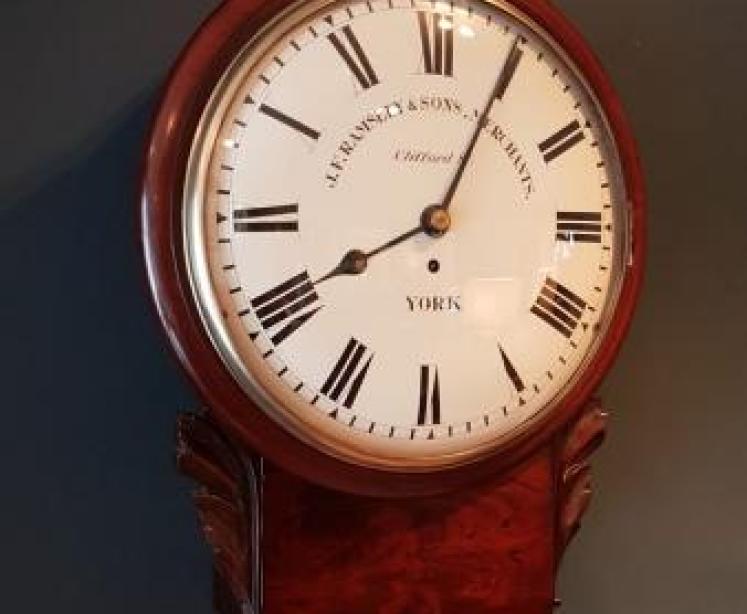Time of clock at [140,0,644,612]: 8:04
